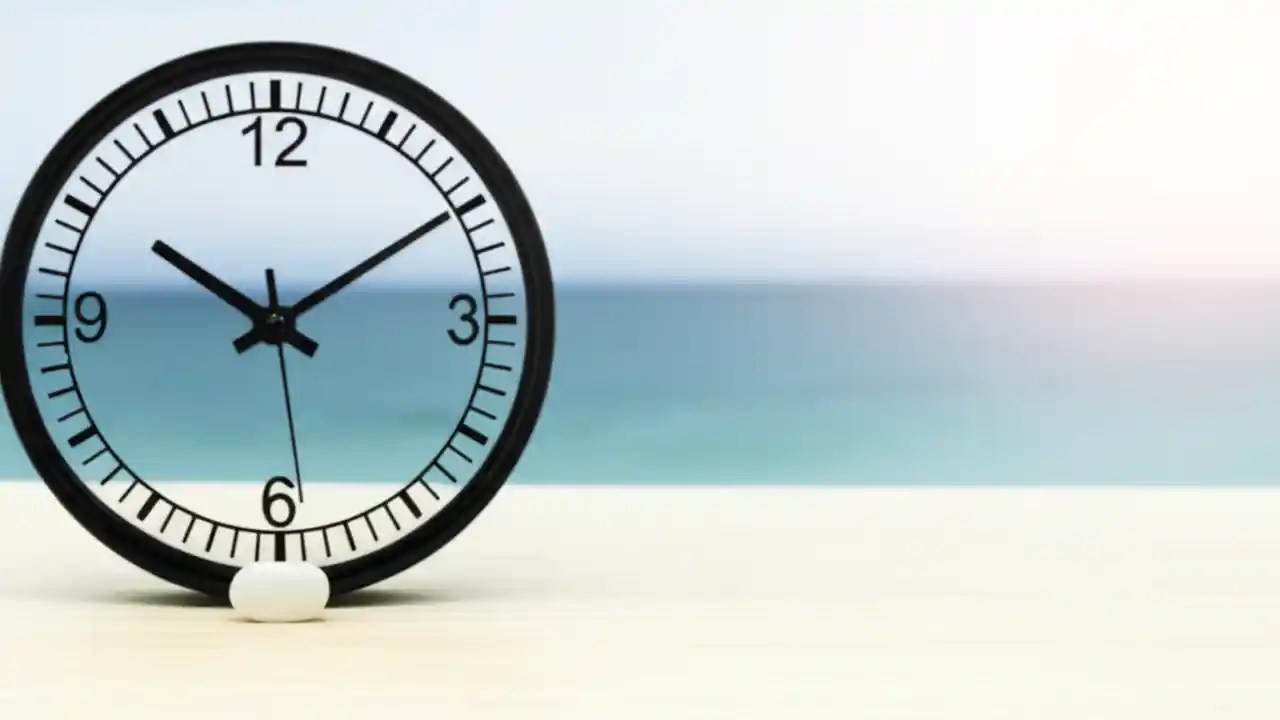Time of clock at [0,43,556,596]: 10:09
